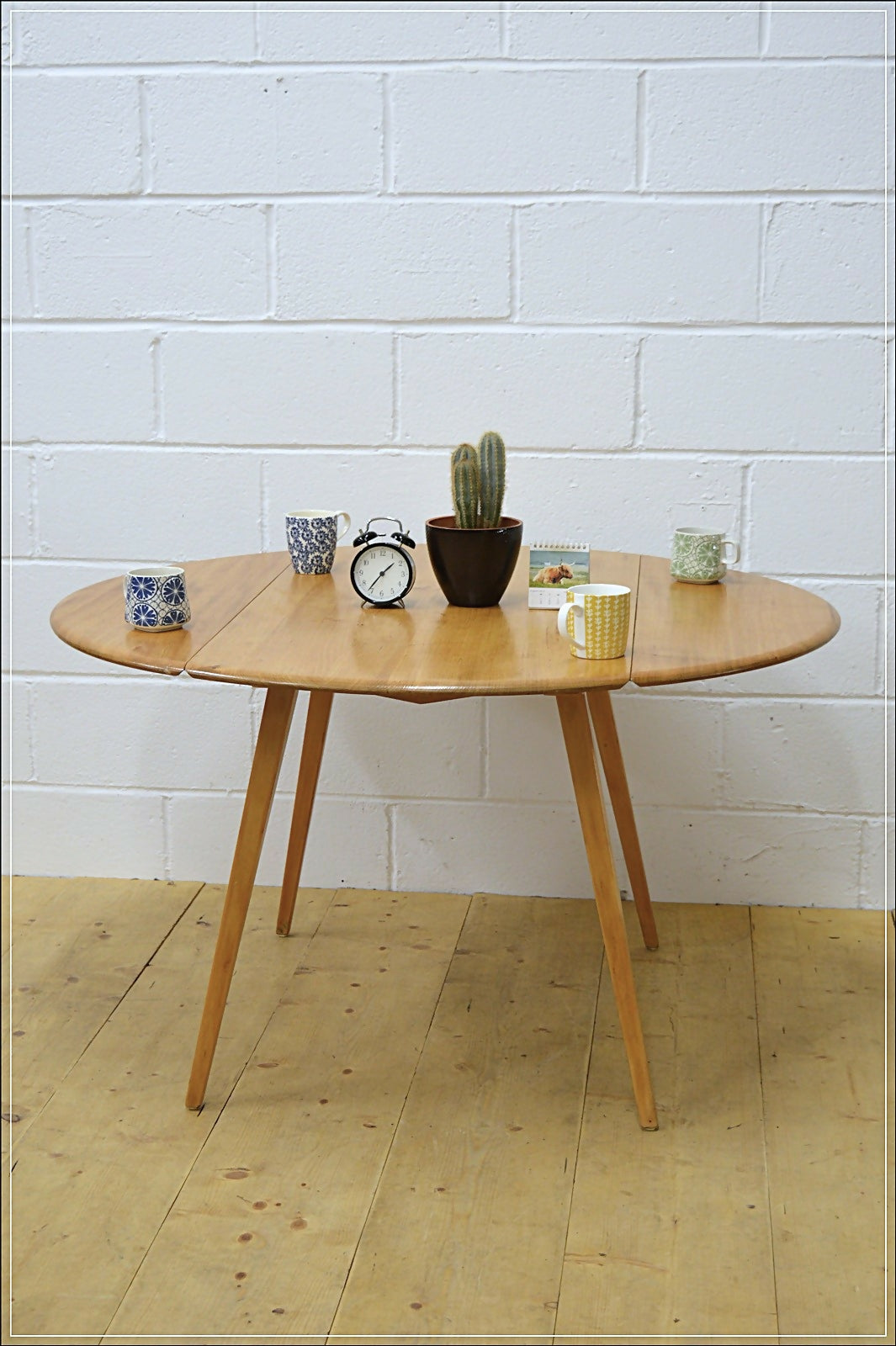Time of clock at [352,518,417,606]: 1:36
